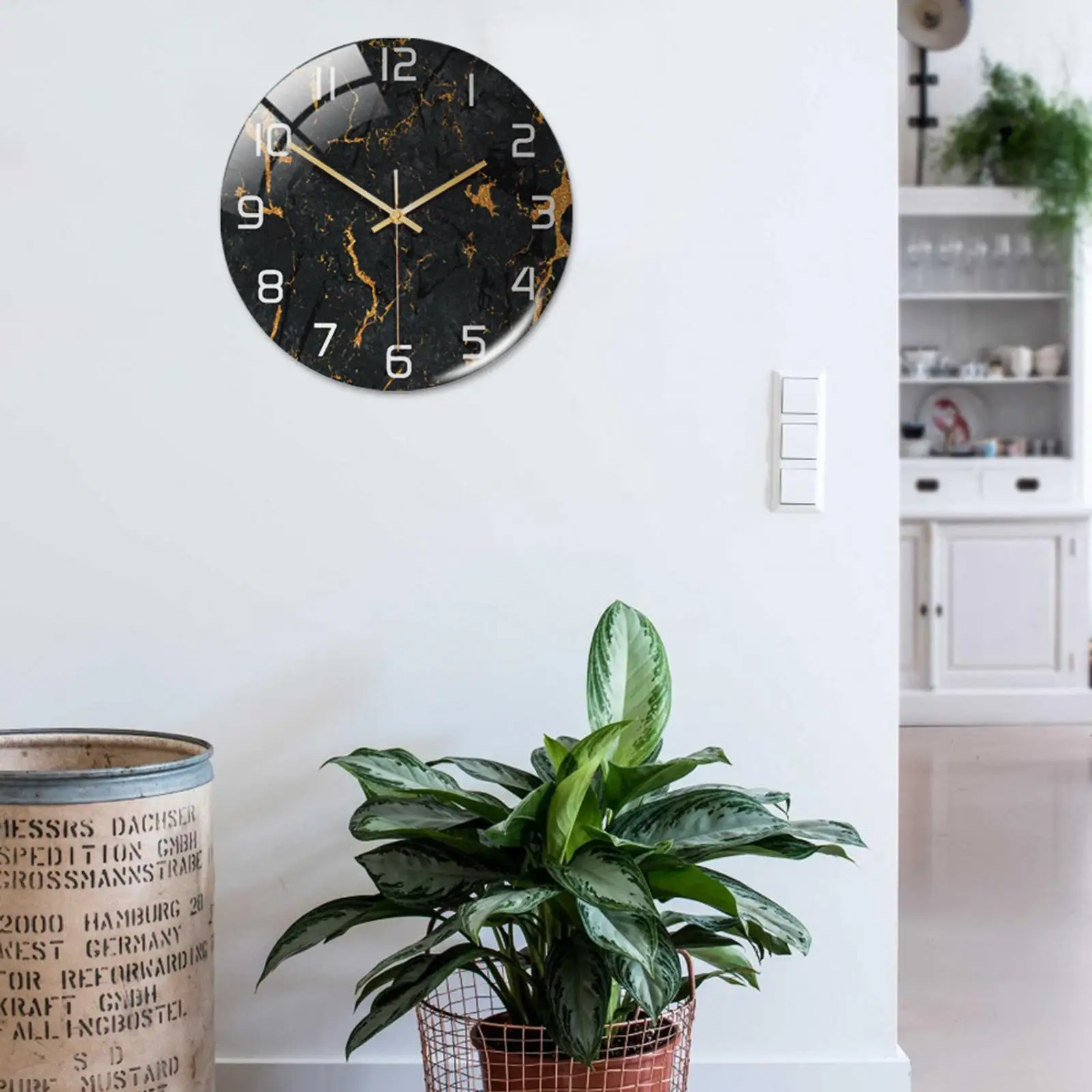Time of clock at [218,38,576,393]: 1:50
